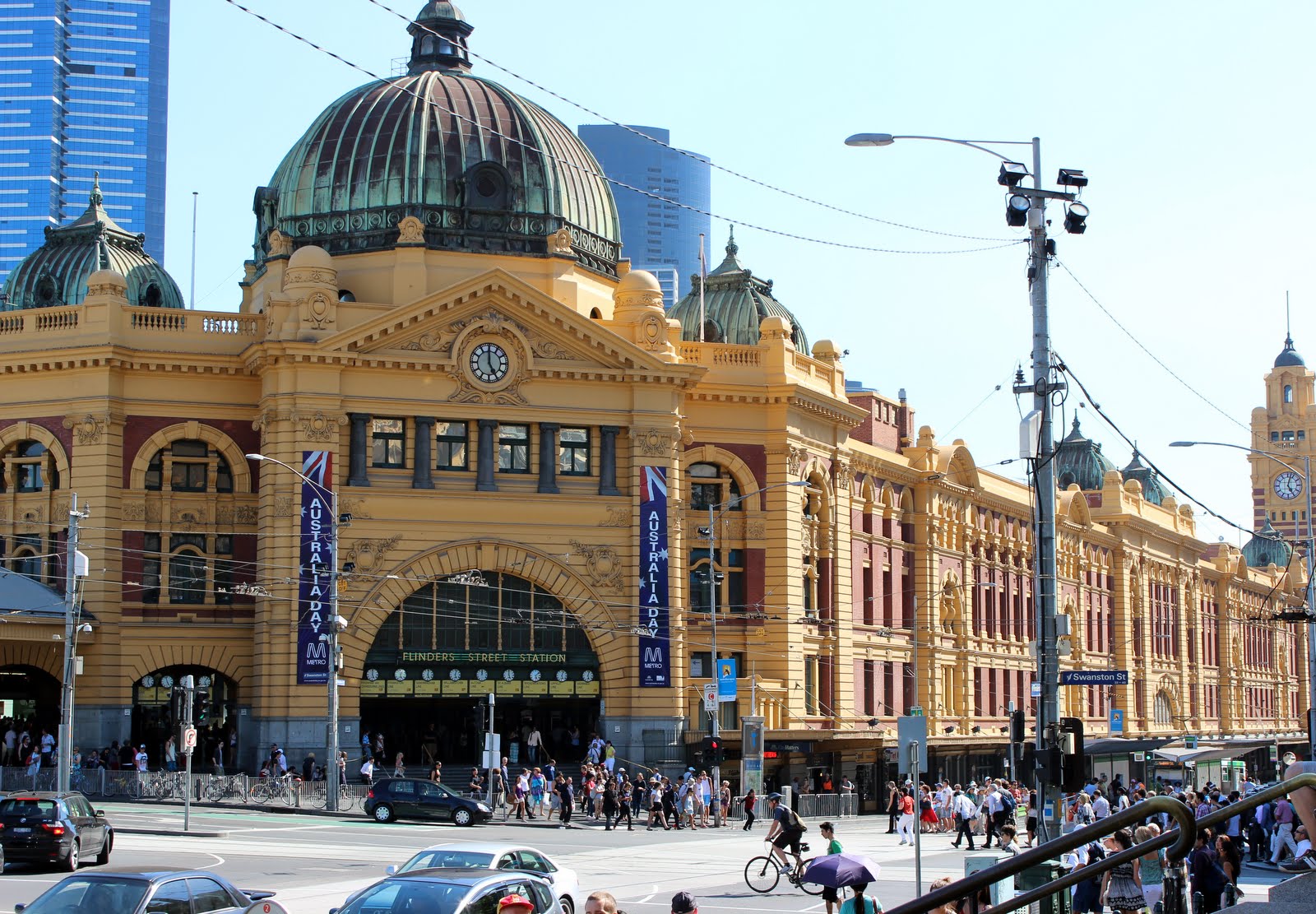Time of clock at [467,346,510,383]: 4:59
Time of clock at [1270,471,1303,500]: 5:02
